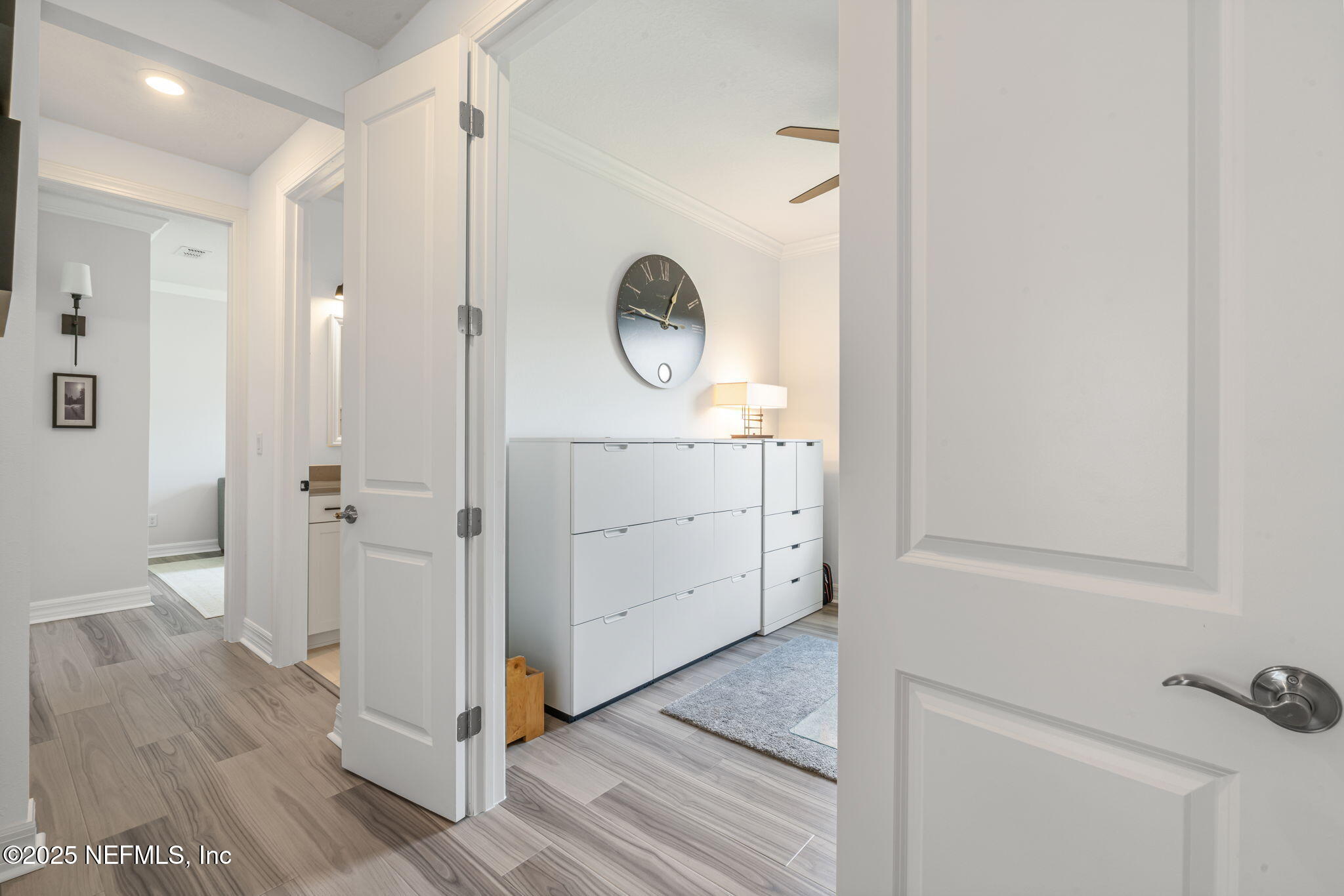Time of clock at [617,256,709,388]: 12:46
